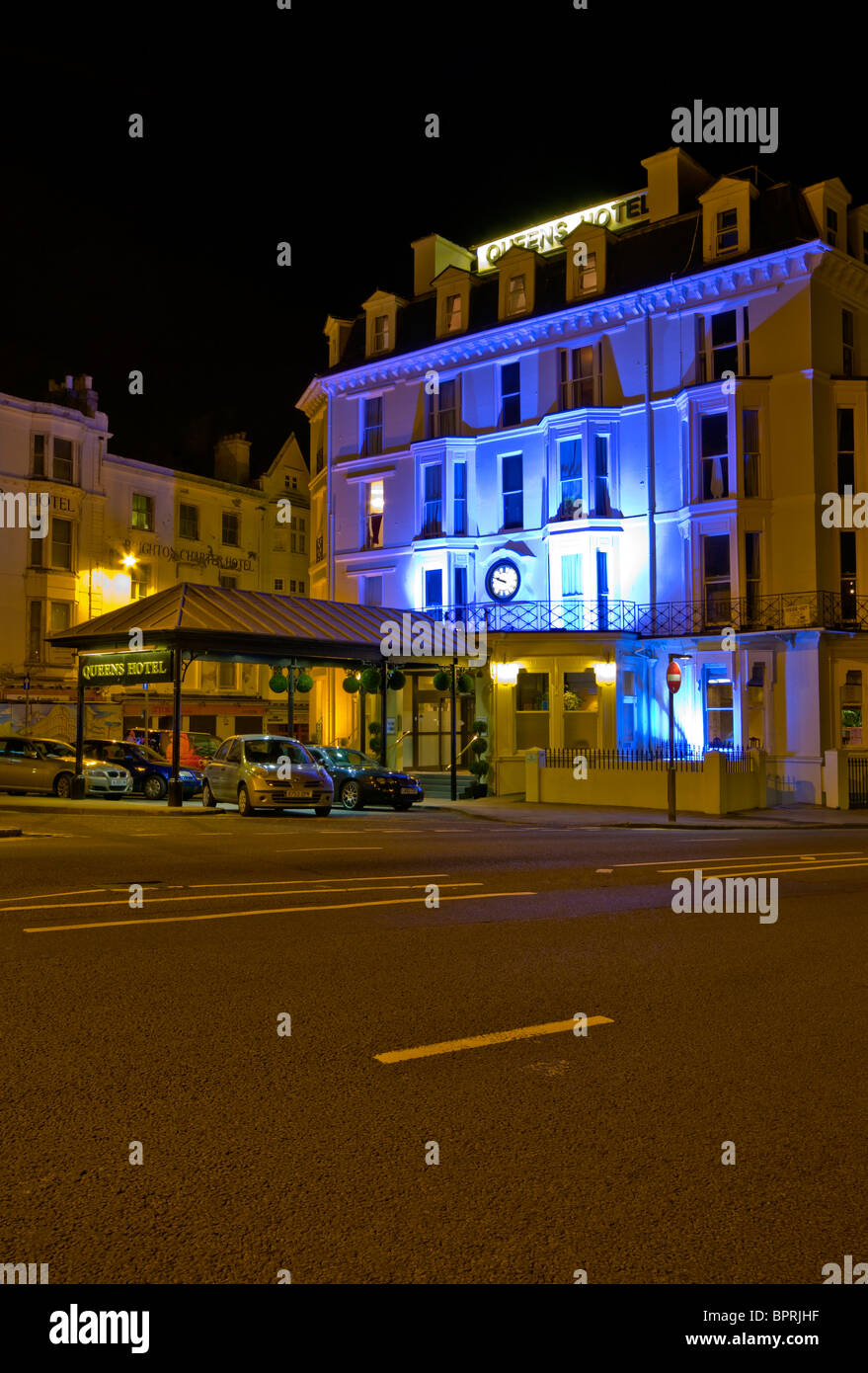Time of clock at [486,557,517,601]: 9:48
